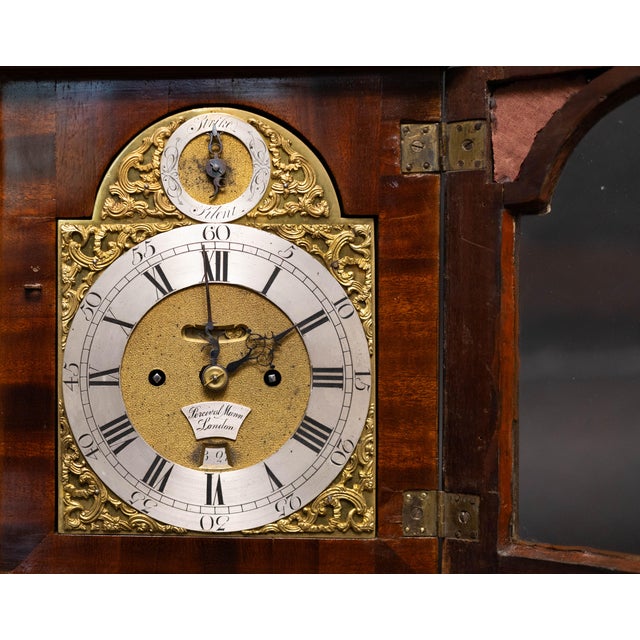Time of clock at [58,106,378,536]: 1:59
